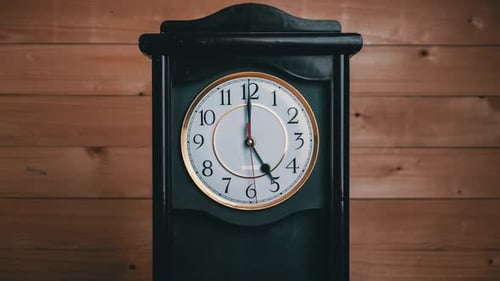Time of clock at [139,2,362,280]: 4:59
